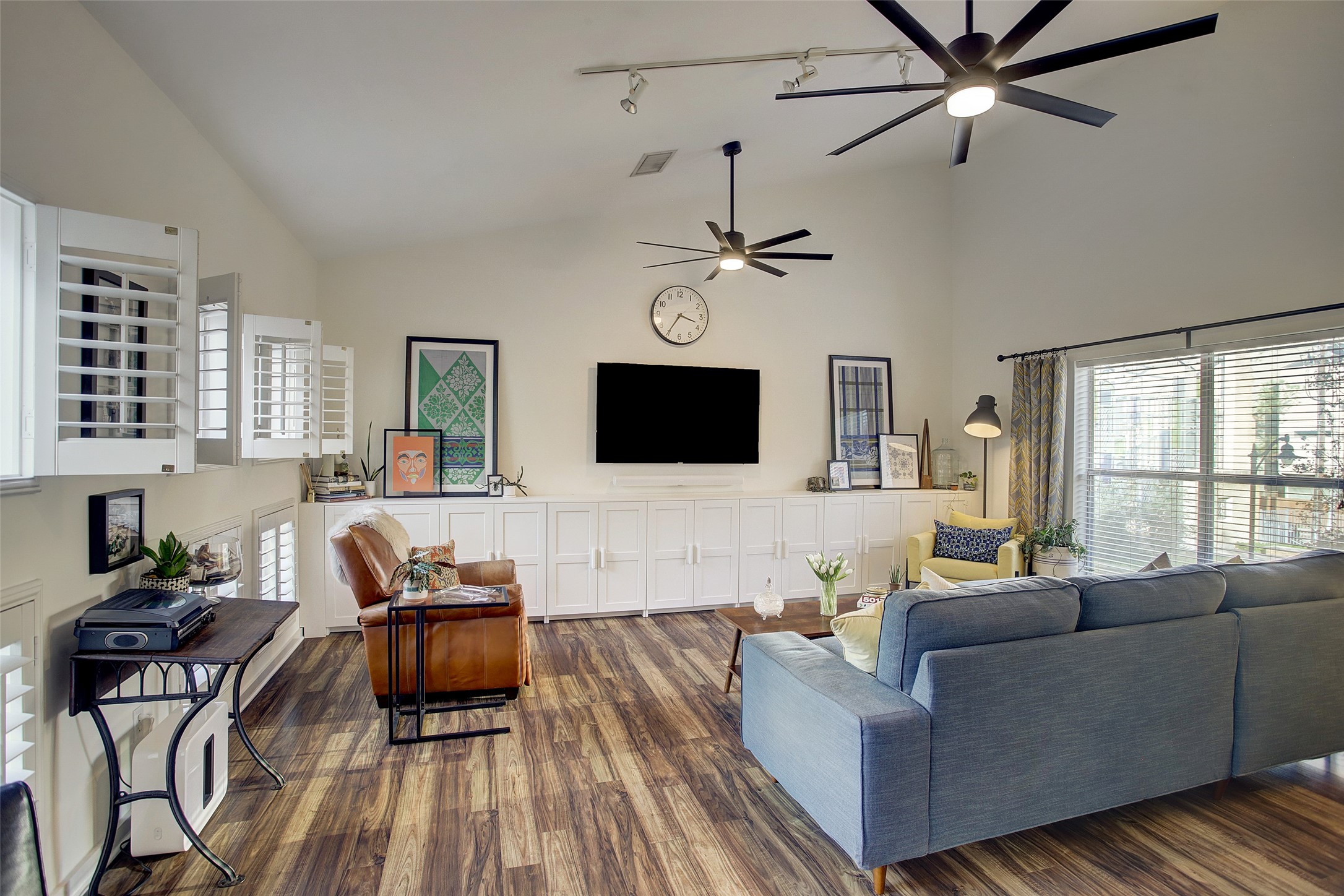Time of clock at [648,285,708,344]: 3:35
